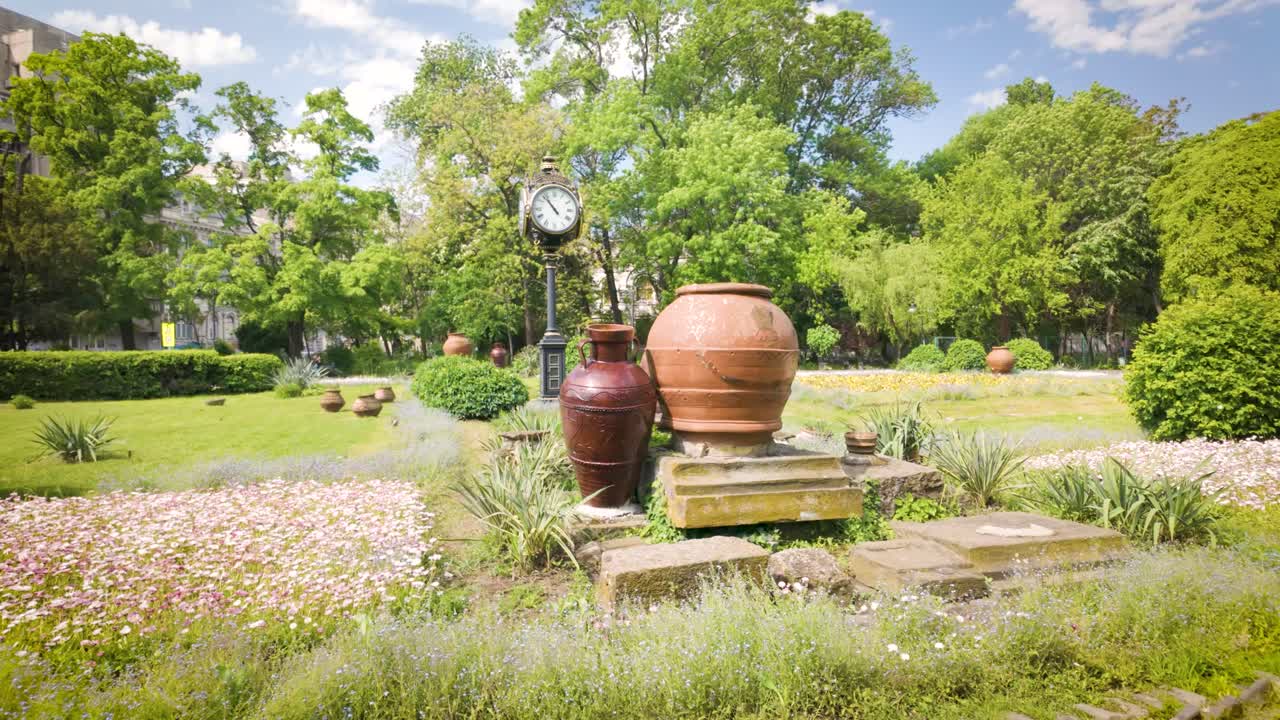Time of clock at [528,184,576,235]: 10:53
